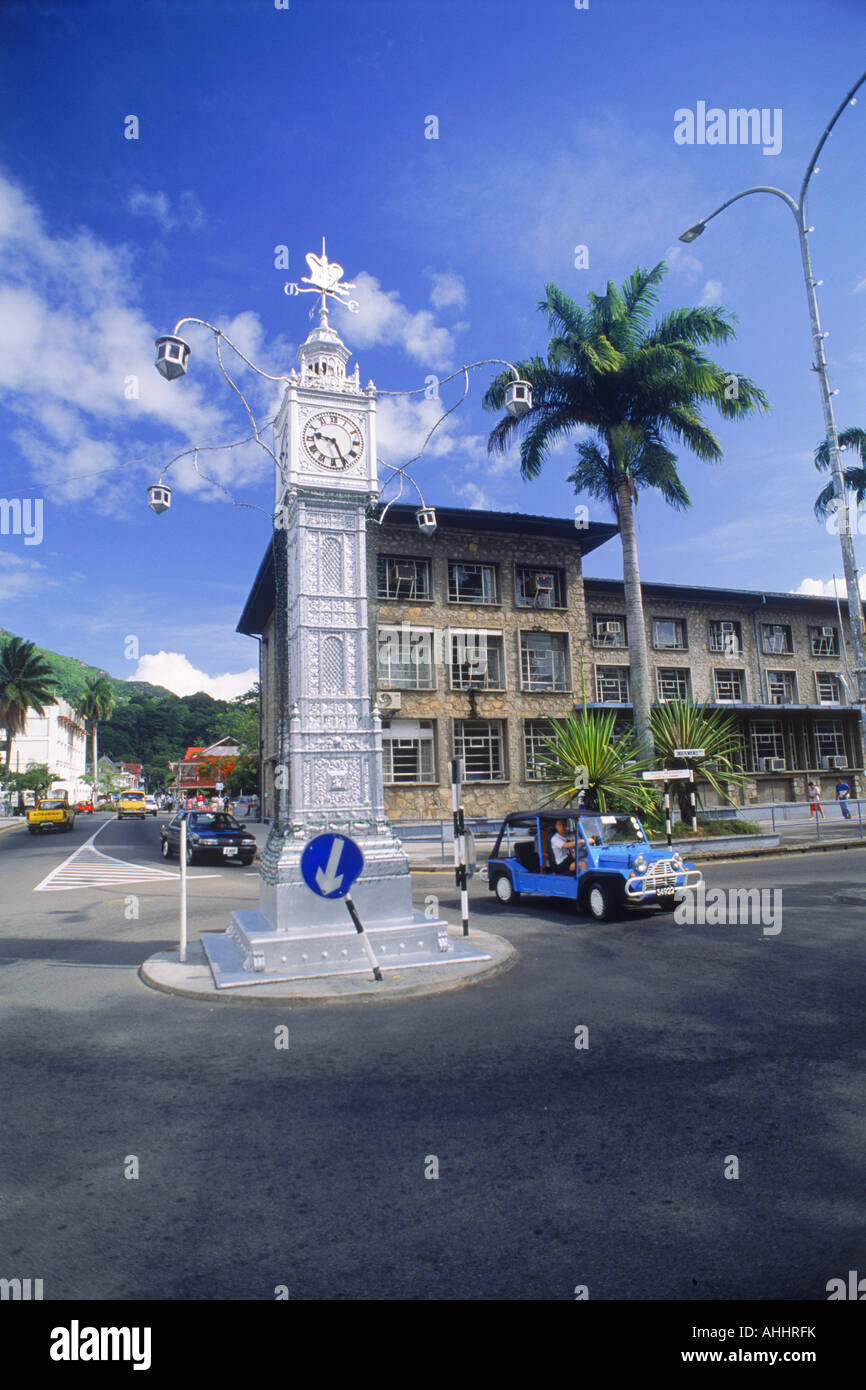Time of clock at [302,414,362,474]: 9:25
